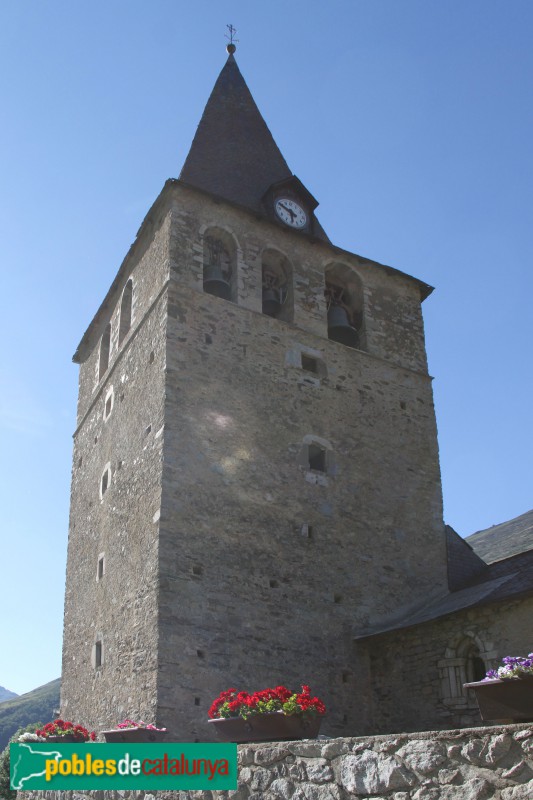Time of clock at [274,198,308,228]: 5:49
